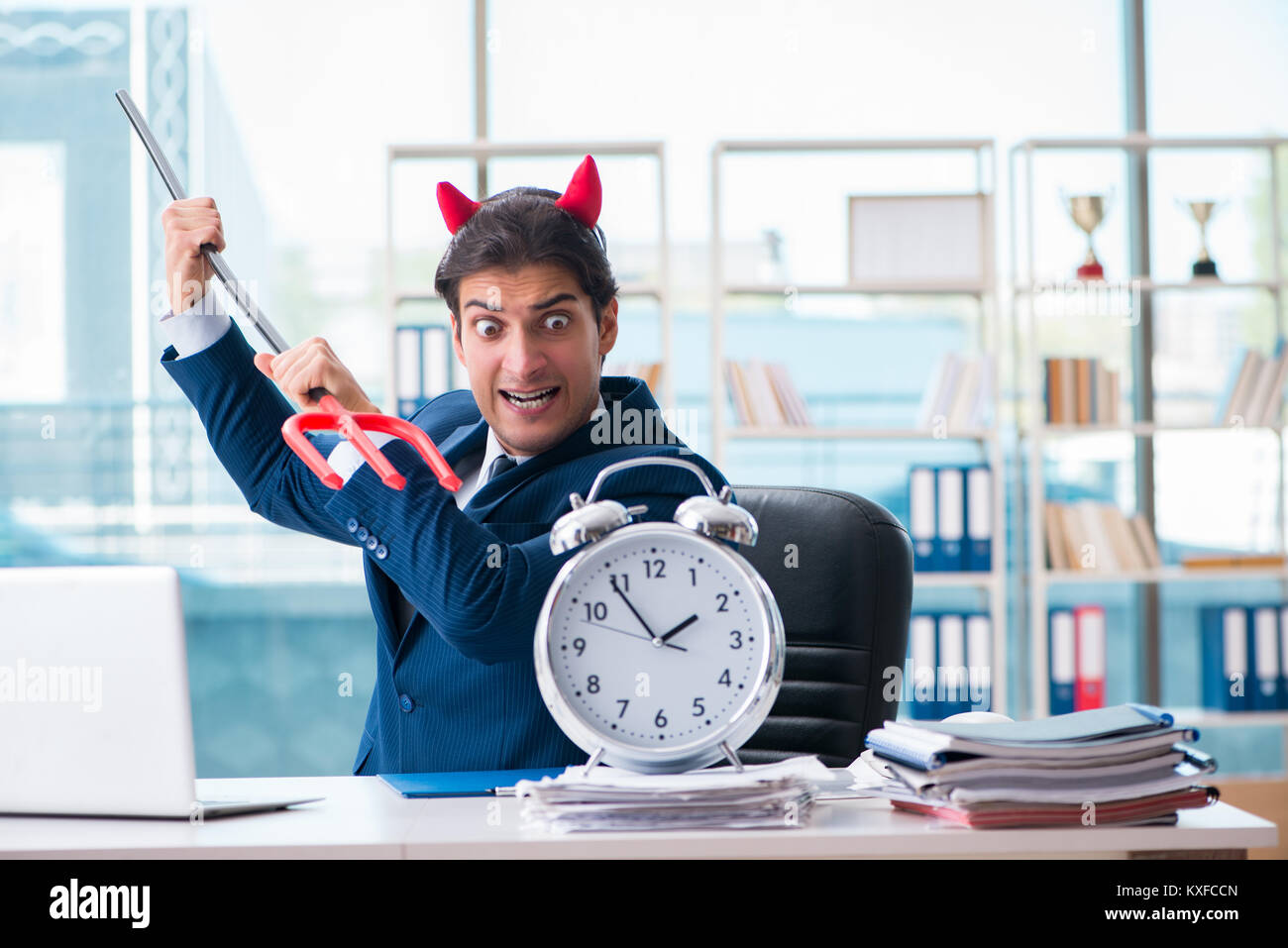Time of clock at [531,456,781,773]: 1:54
